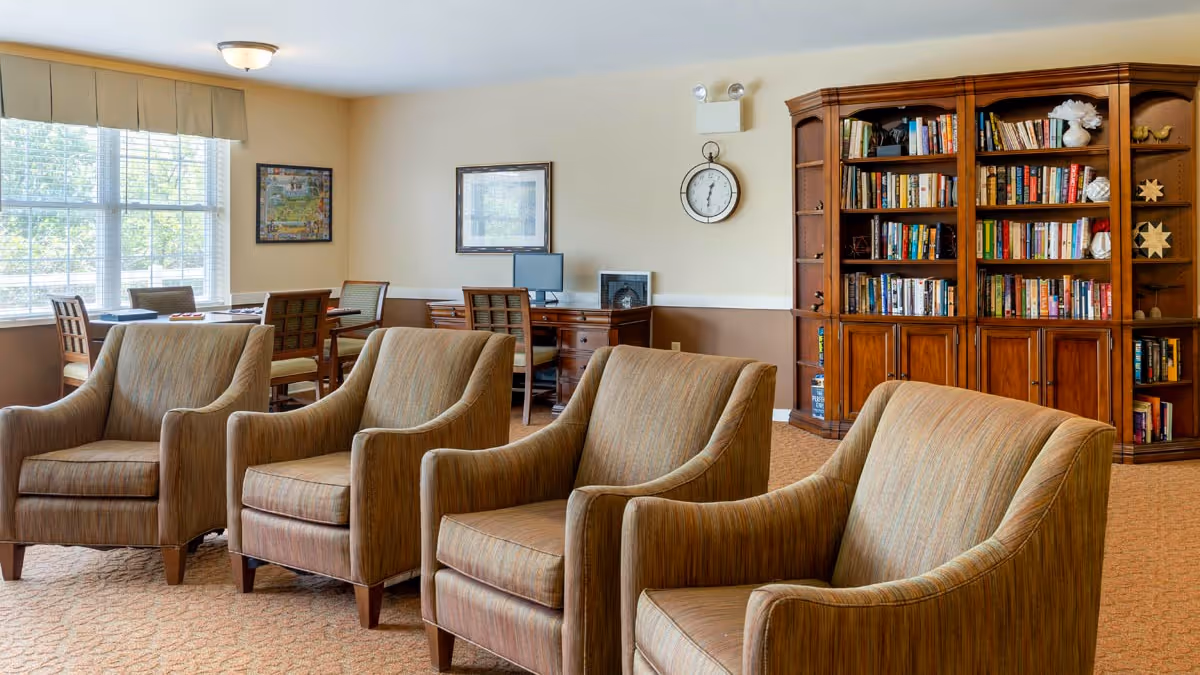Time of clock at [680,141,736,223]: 12:31
